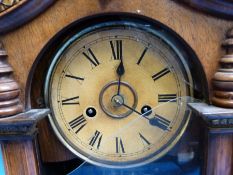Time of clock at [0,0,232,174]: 4:01
